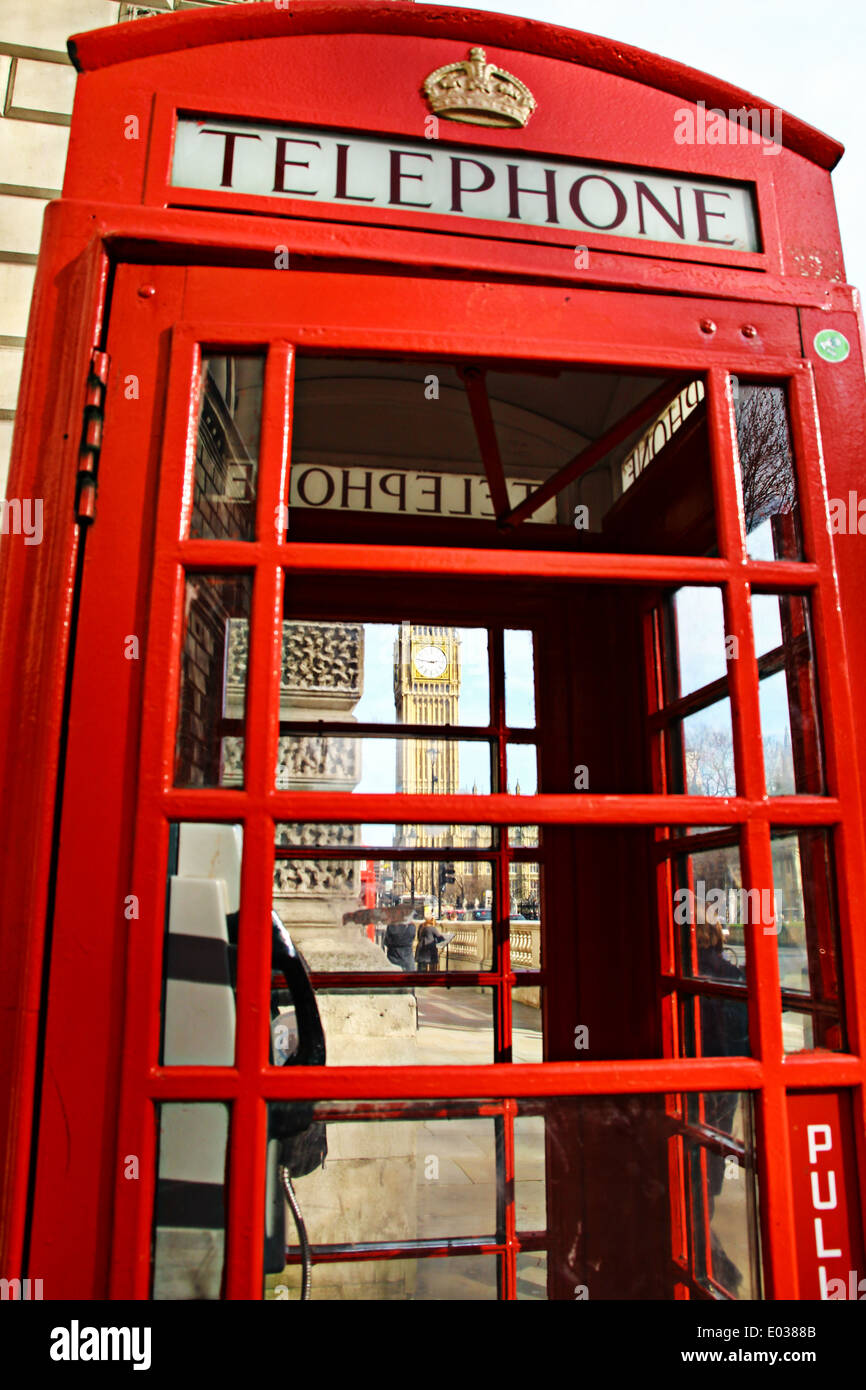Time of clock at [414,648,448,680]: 2:46
